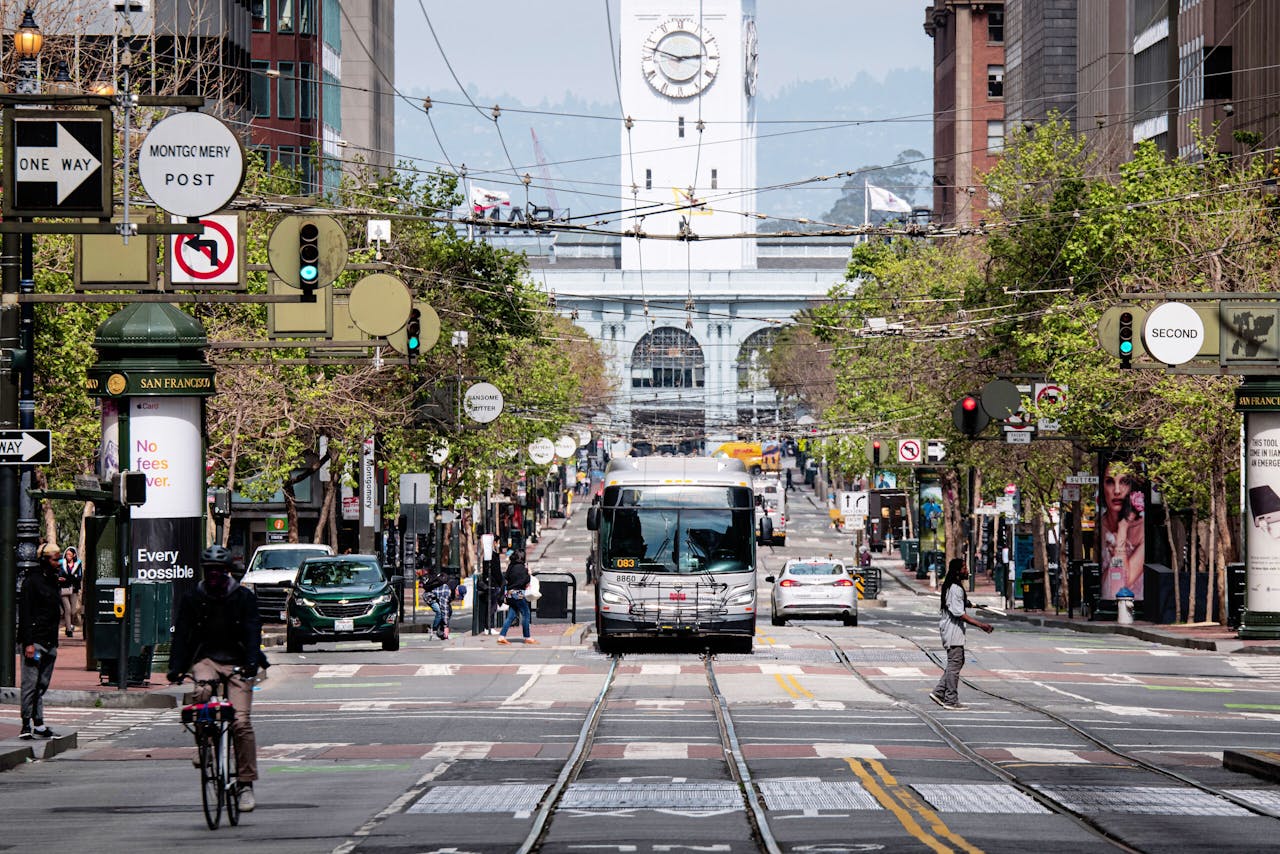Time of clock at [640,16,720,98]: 2:48
